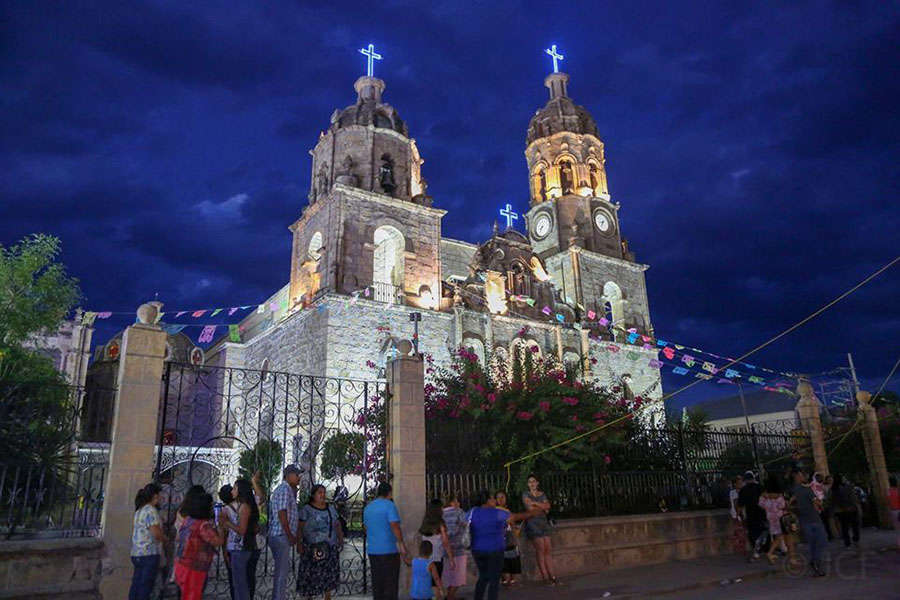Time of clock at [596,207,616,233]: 8:35
